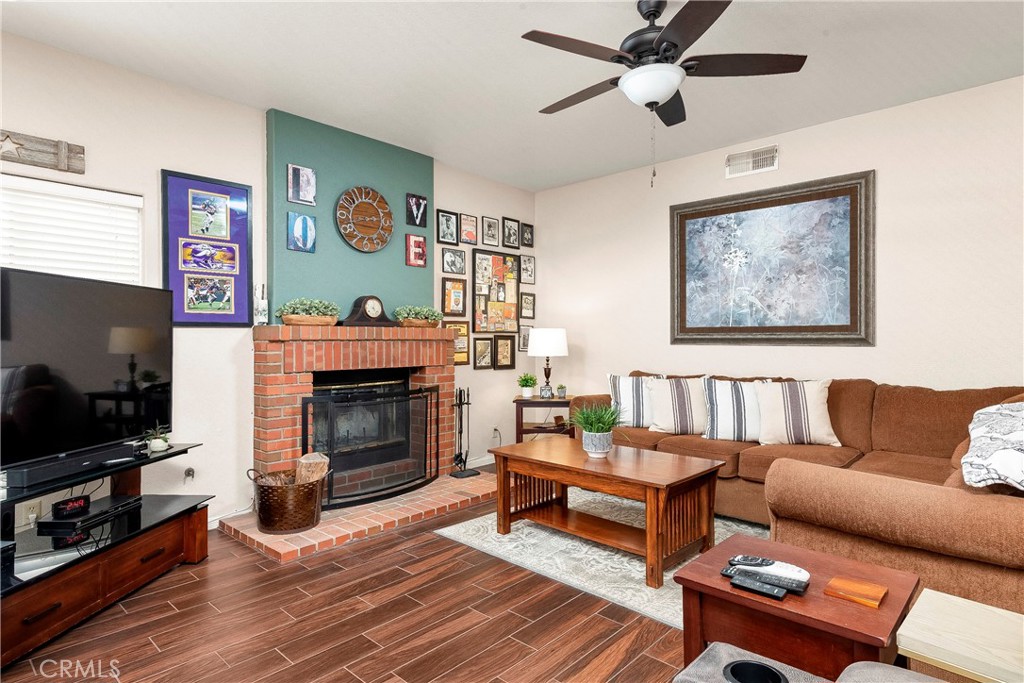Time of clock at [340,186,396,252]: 2:42
